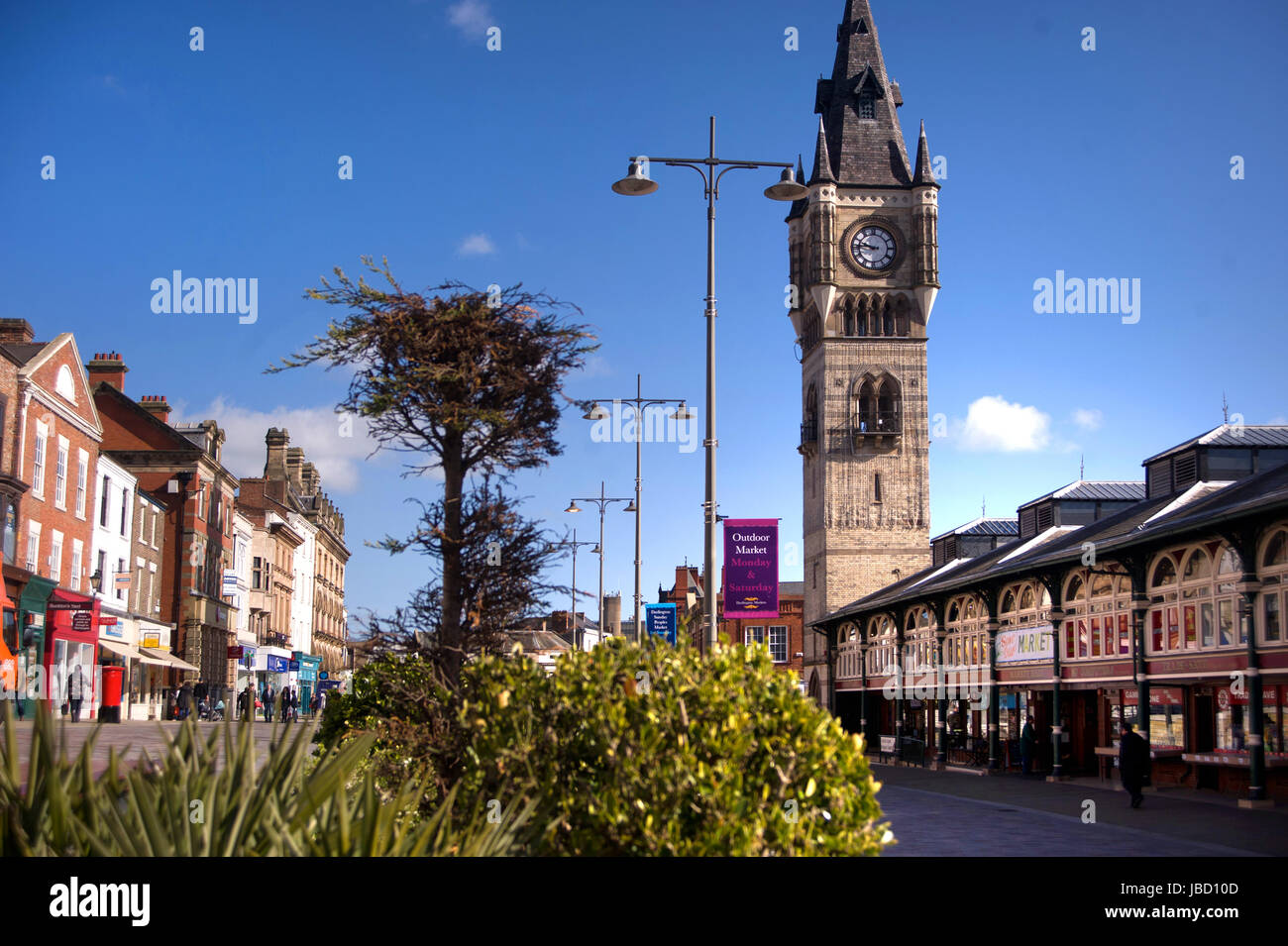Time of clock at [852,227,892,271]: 9:45
